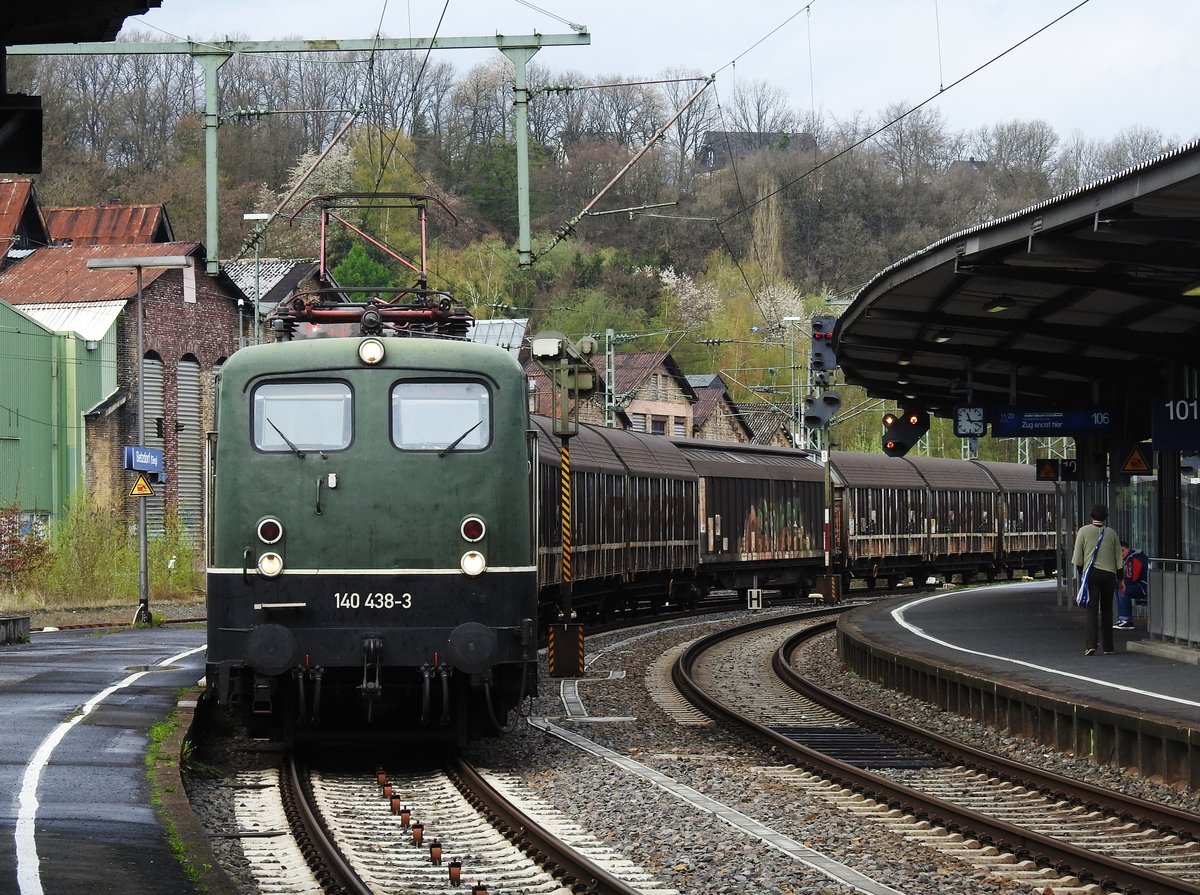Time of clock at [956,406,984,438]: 11:16
